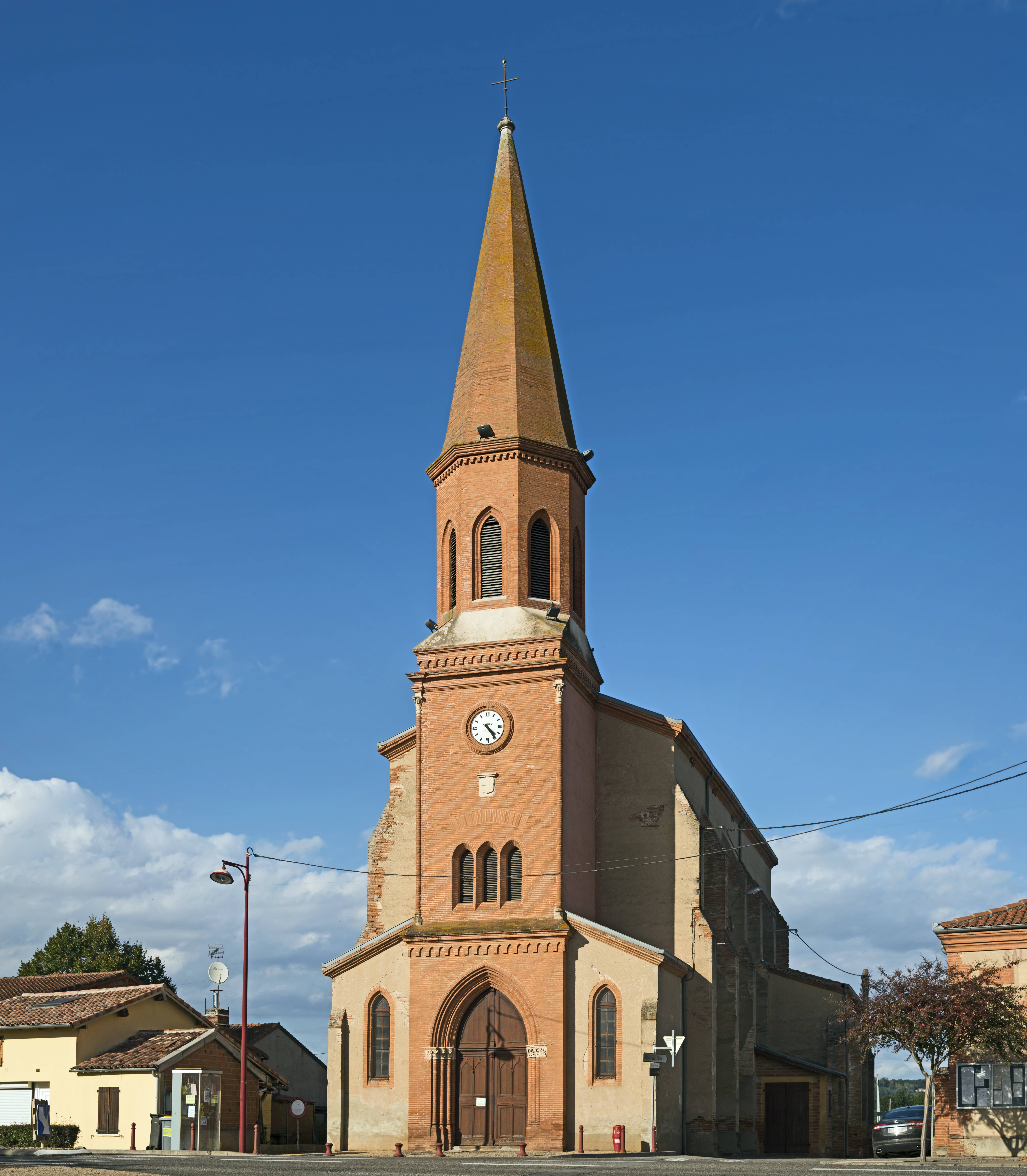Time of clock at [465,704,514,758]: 4:23
